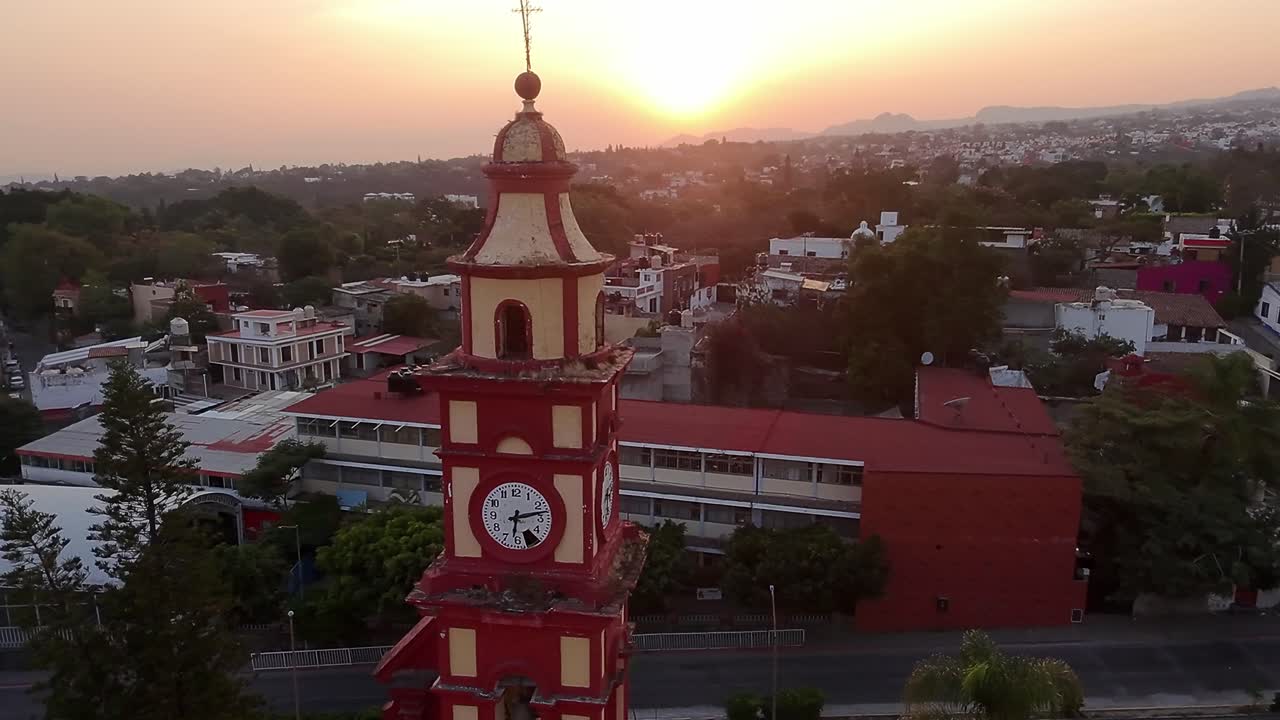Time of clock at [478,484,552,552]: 6:12
